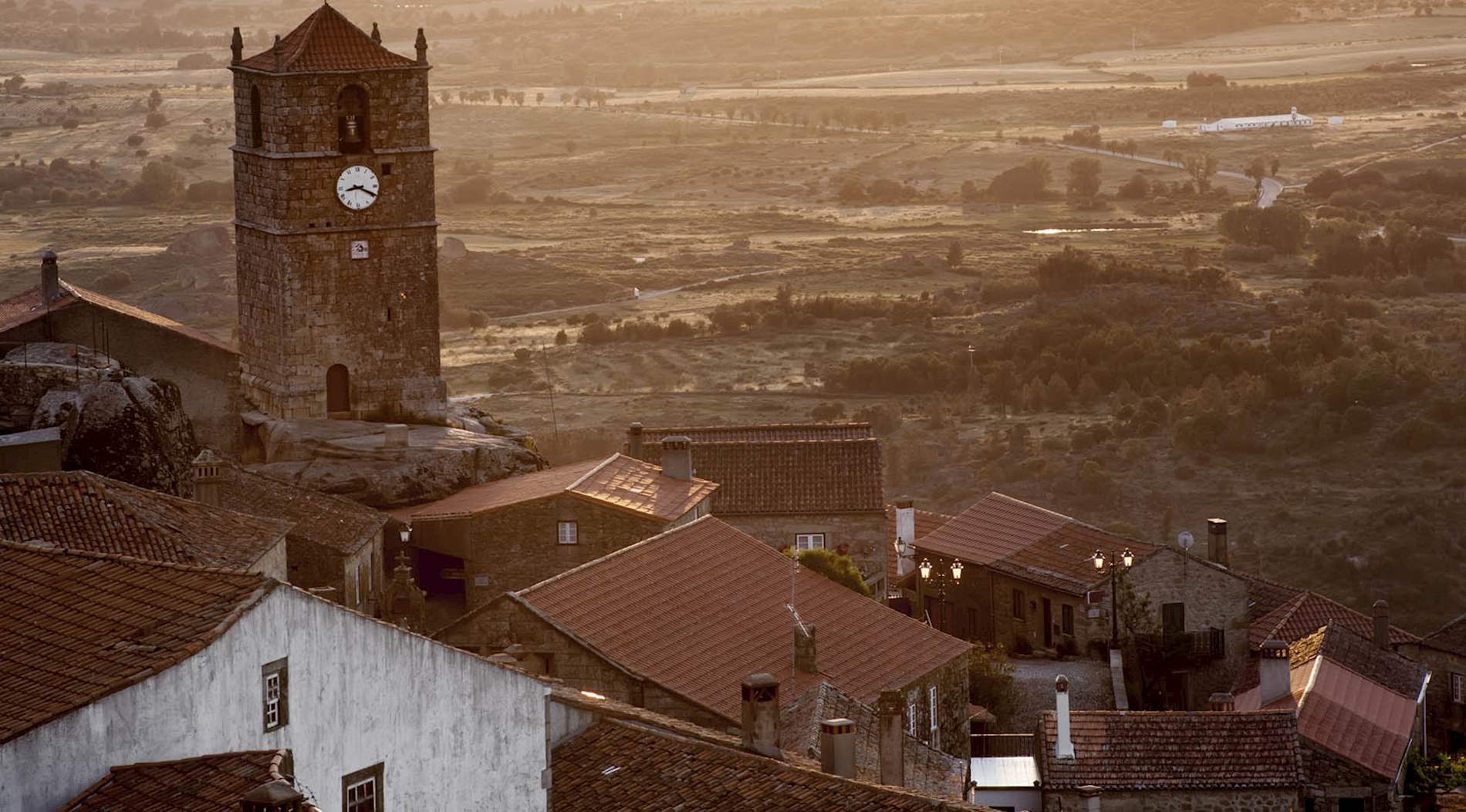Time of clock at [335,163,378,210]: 8:19
